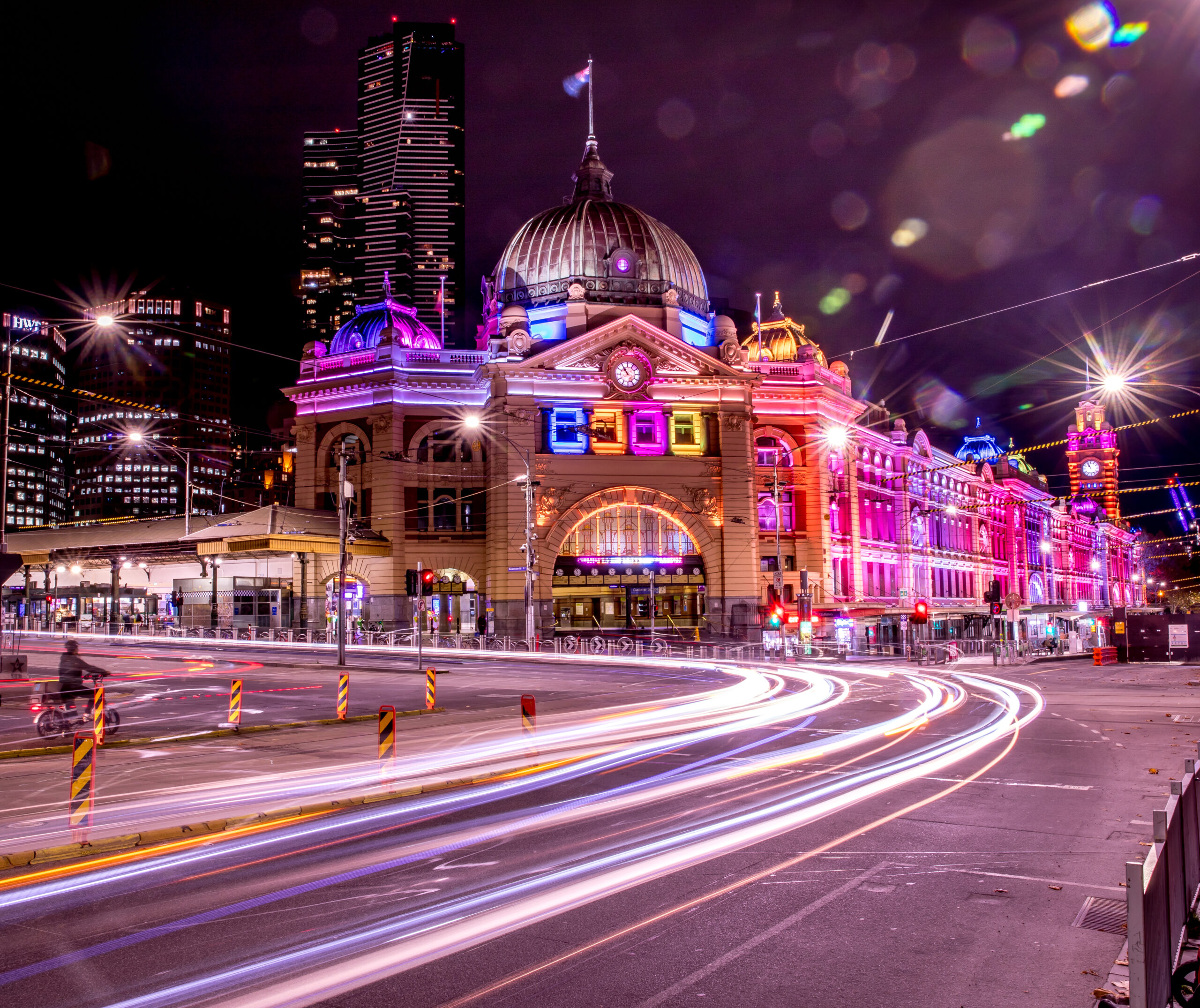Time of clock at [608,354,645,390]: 10:54
